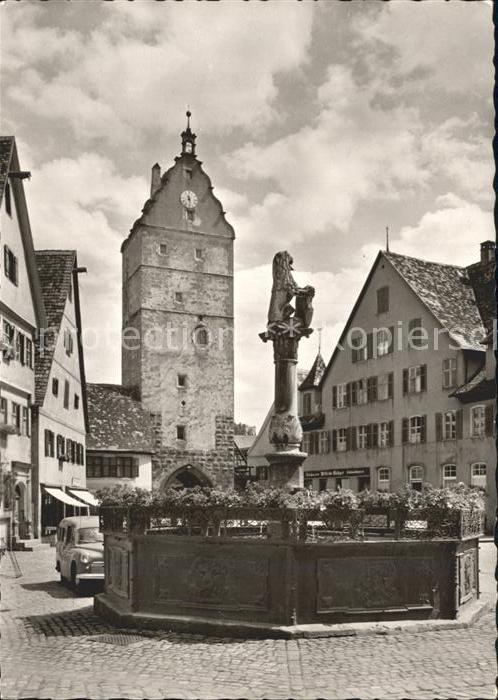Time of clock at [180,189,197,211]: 11:28
